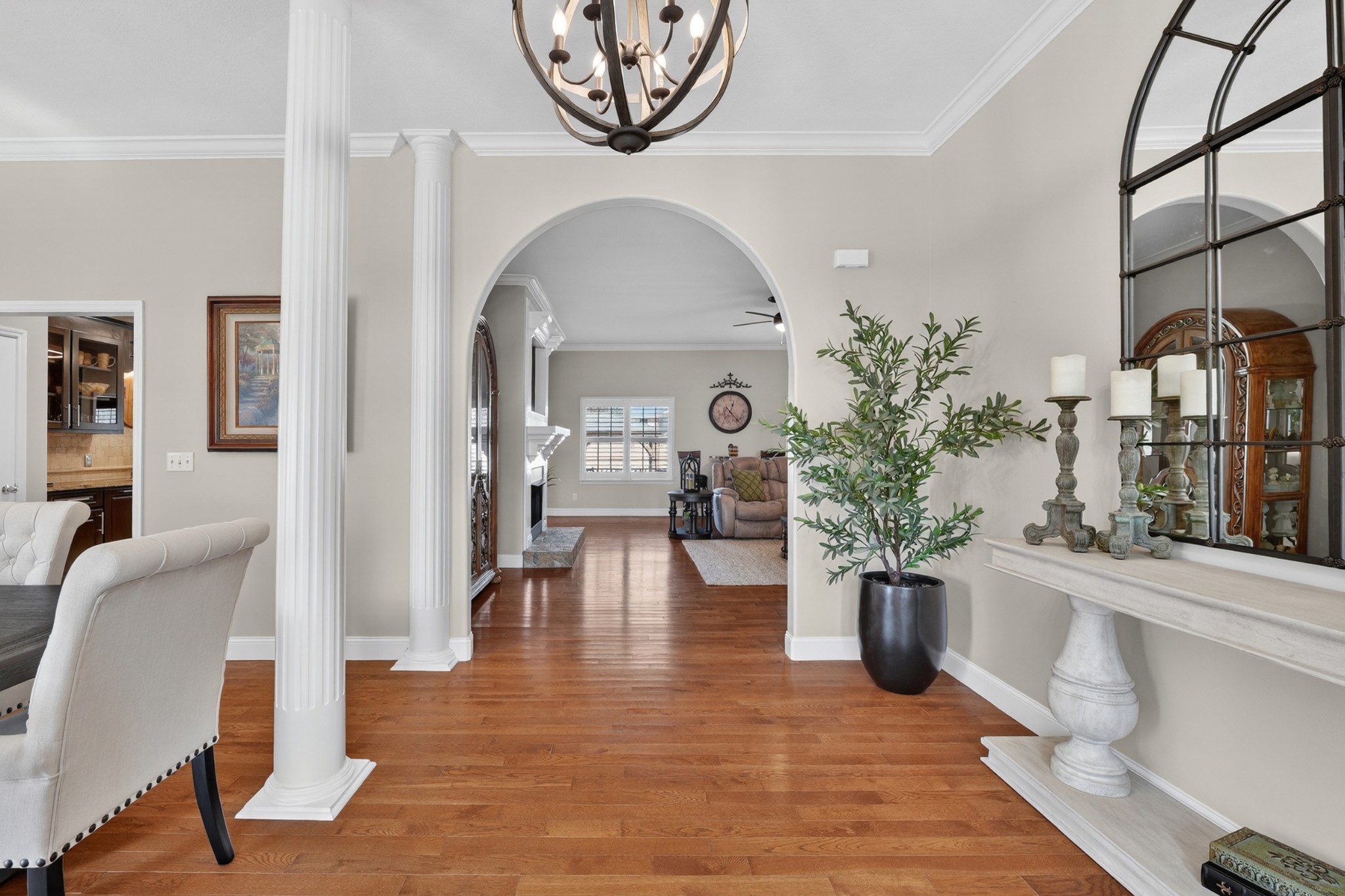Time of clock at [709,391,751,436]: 12:23
